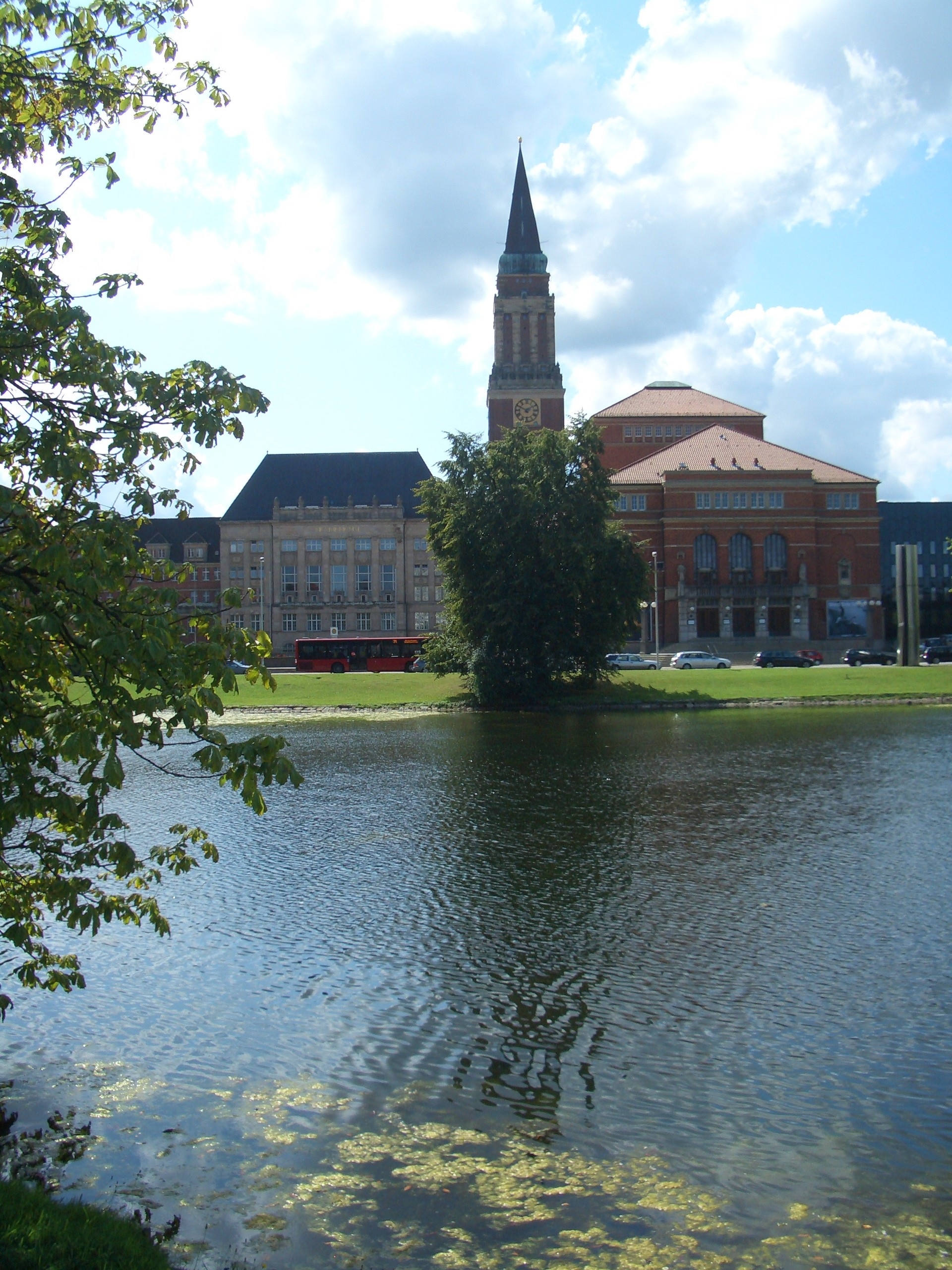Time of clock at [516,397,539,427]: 1:50
